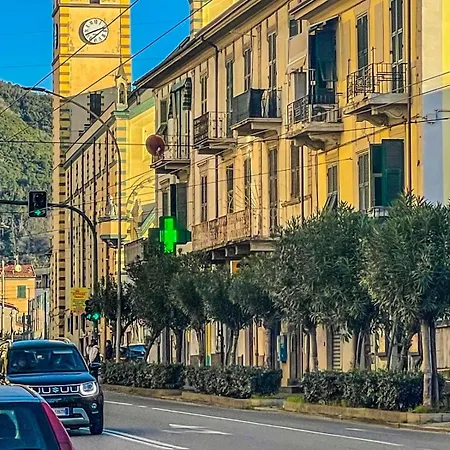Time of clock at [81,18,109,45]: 8:11
